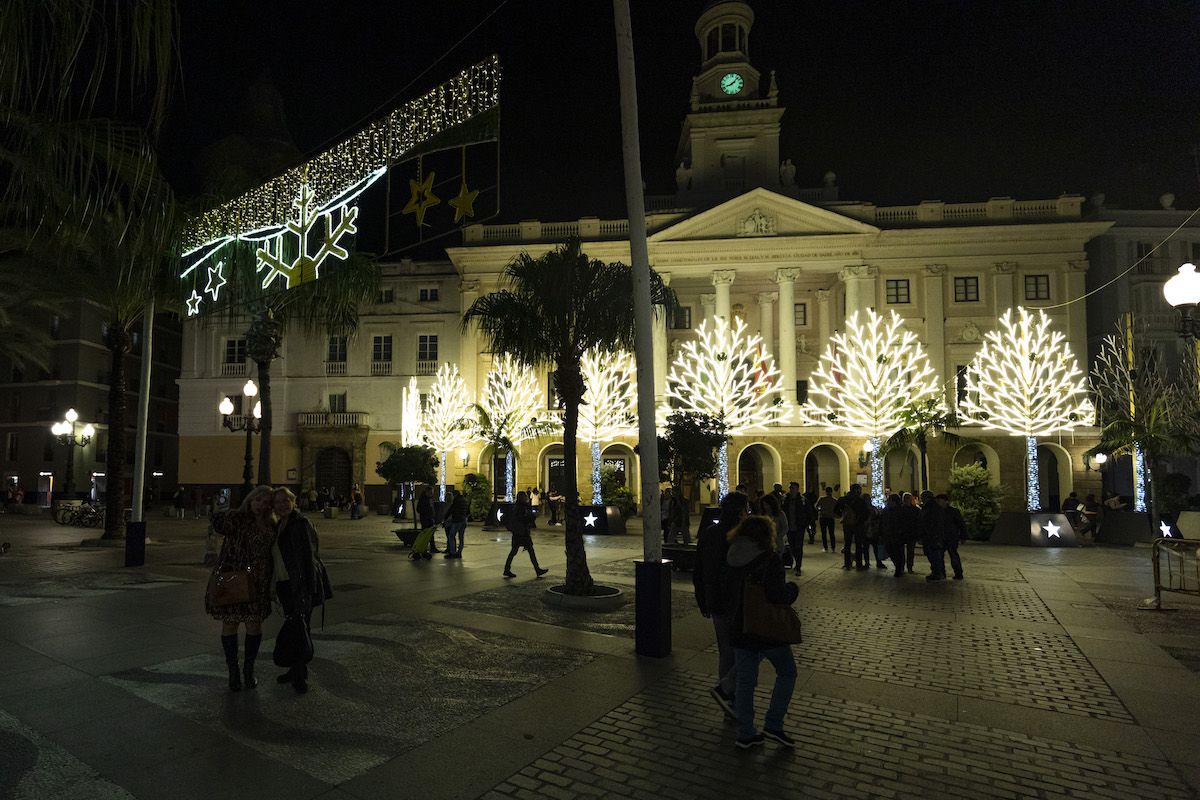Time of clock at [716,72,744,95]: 8:07
